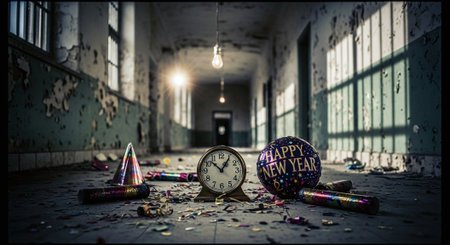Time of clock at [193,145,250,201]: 12:52
